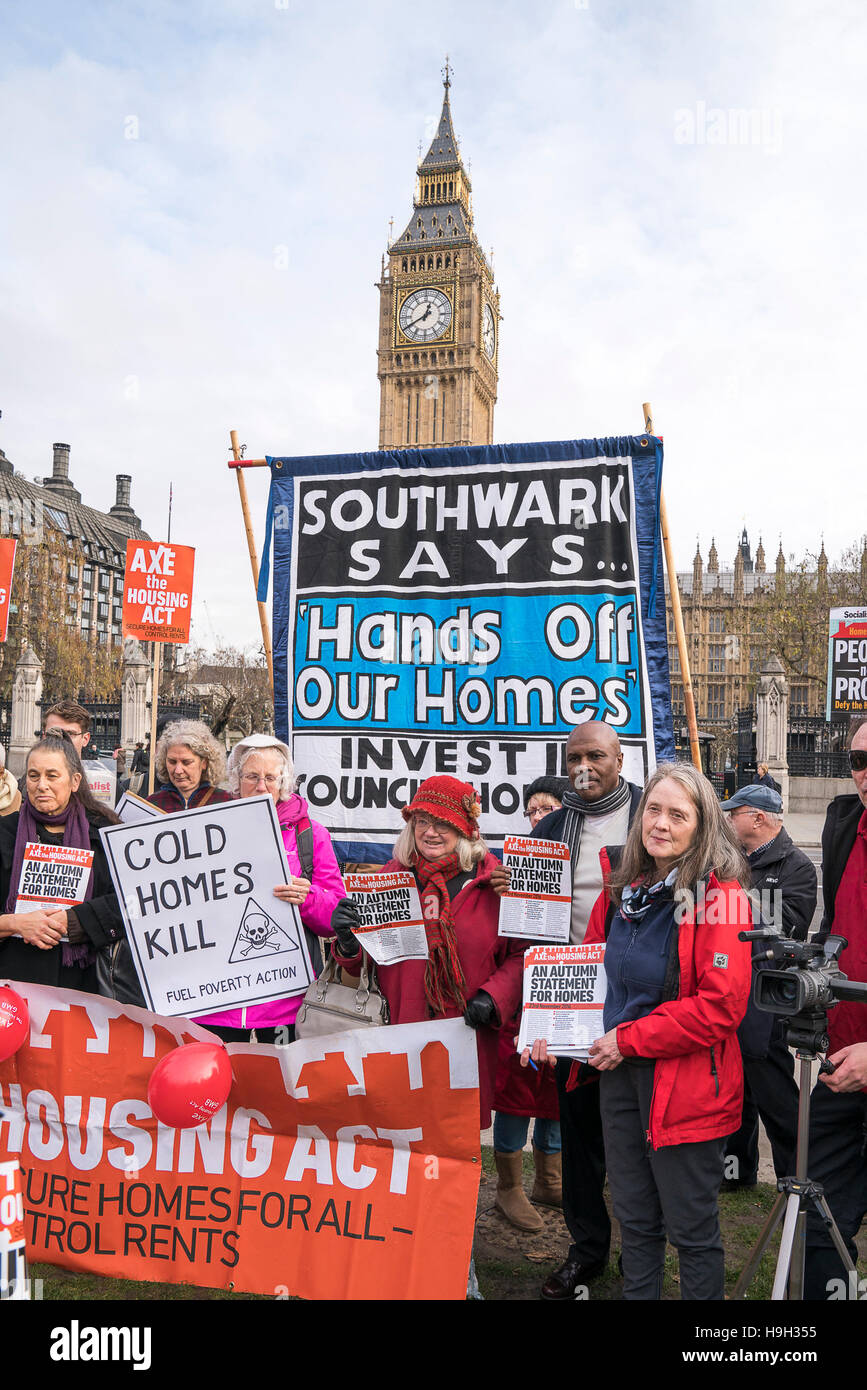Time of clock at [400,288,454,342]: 12:40
